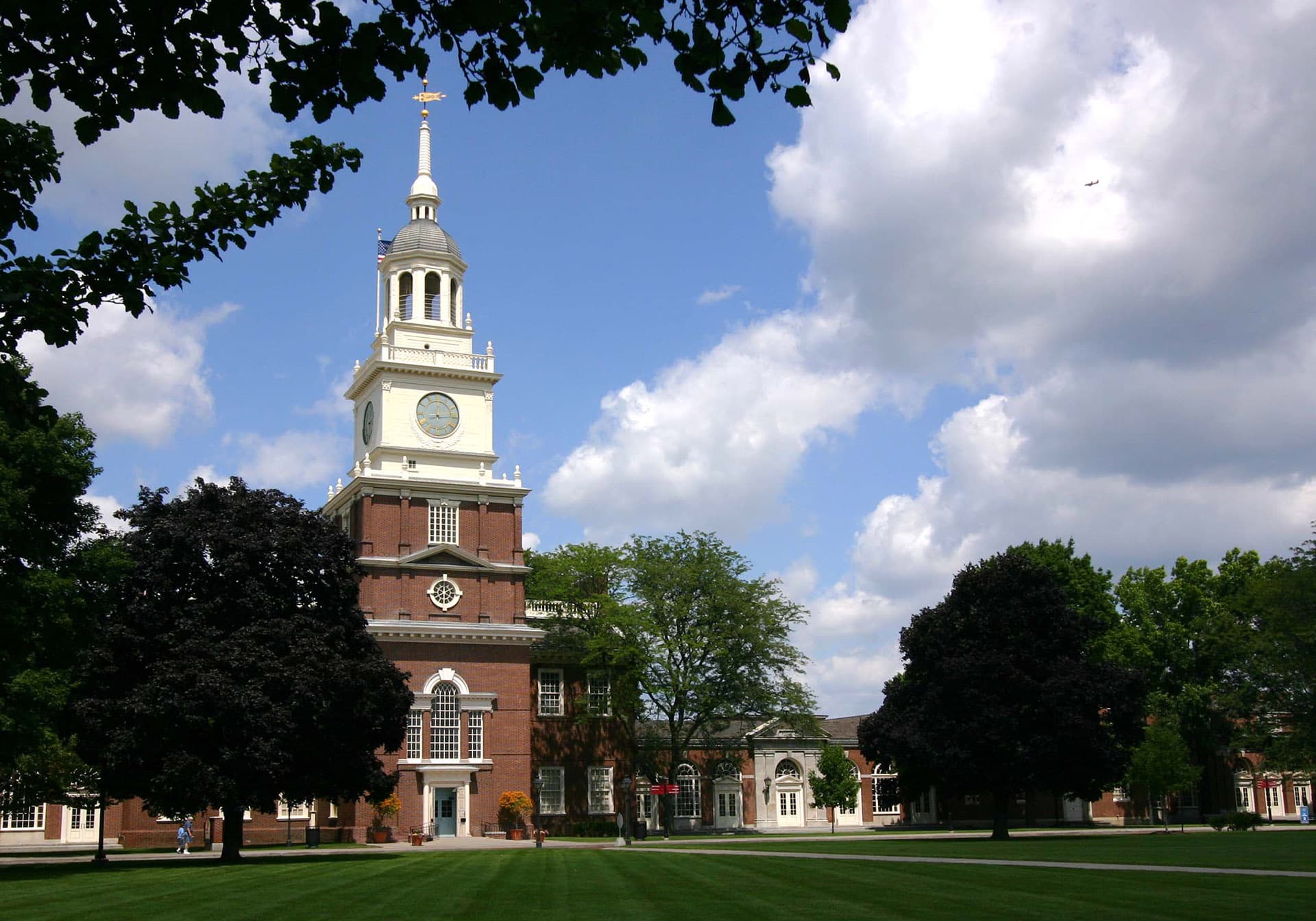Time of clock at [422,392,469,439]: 12:14
